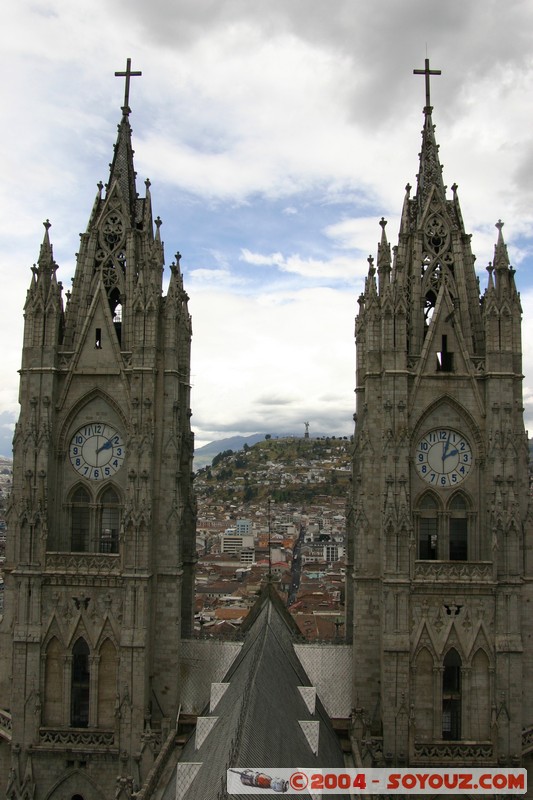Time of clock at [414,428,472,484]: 2:02
